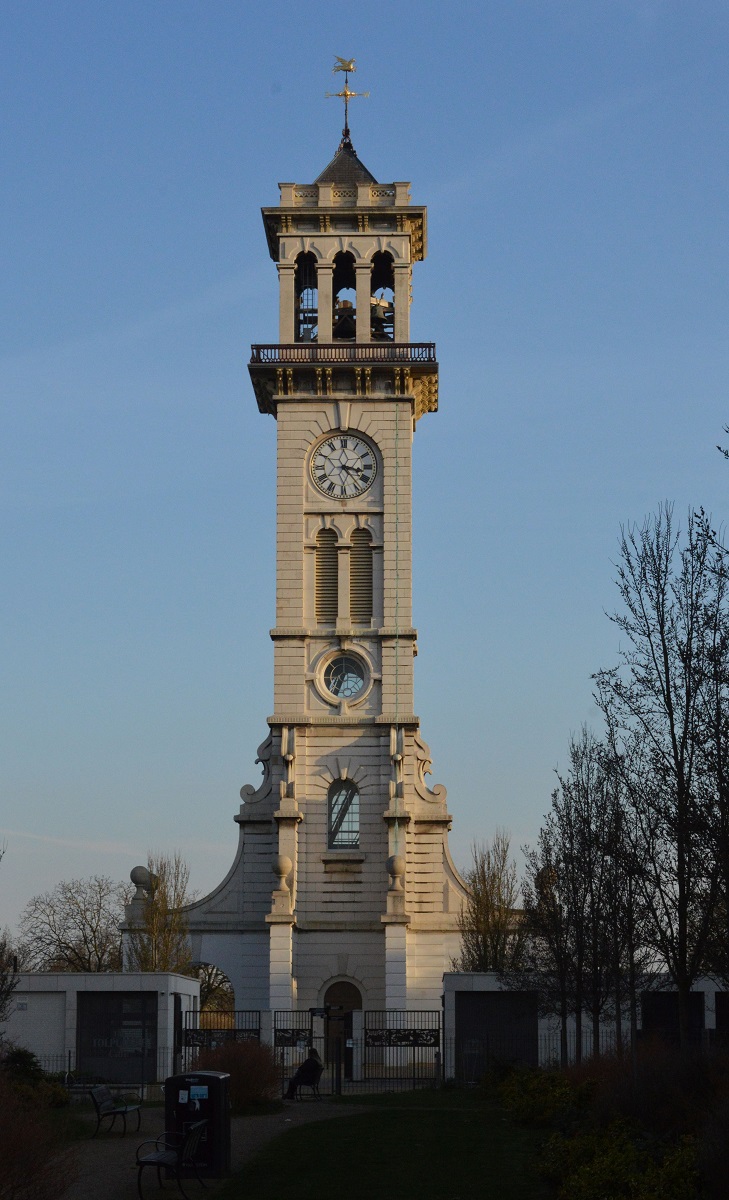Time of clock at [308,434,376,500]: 3:23
